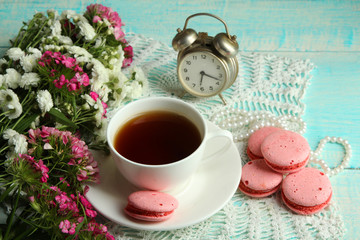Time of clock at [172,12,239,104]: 6:18
